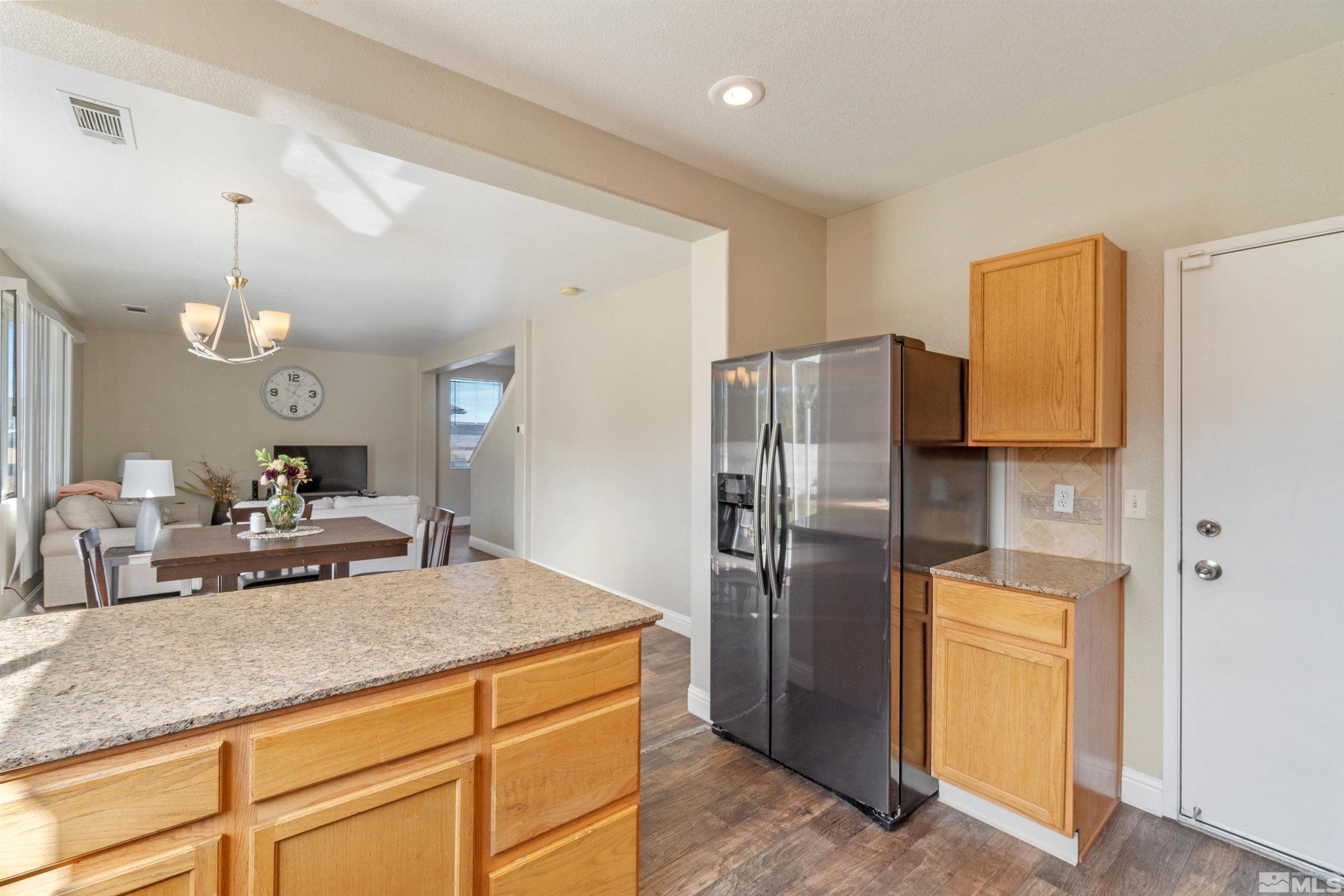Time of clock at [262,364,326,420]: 10:04
